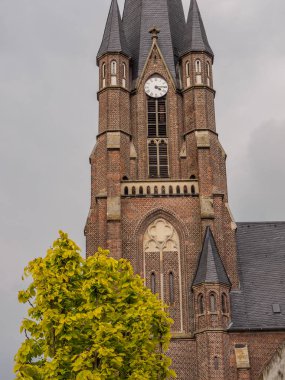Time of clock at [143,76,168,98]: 4:14
